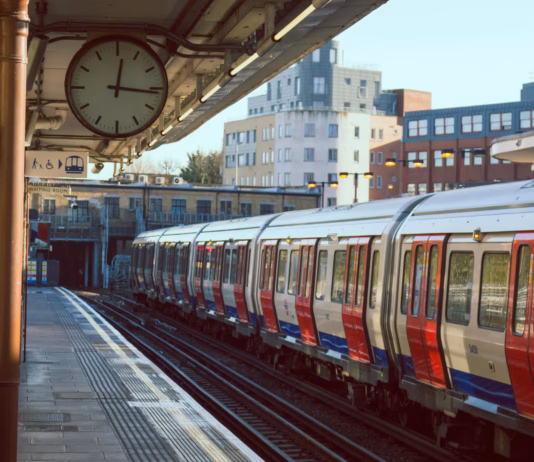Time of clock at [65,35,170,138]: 12:16
